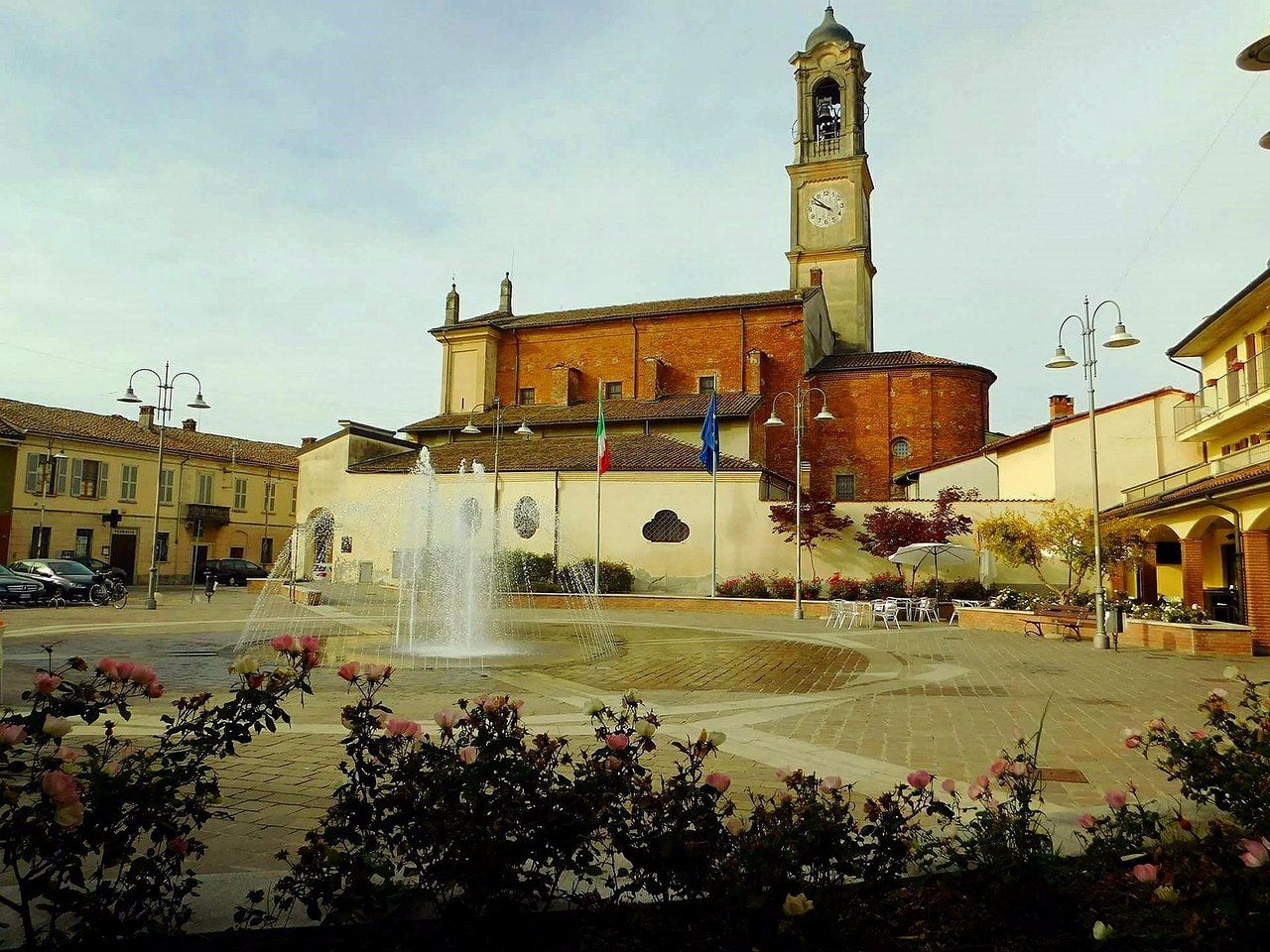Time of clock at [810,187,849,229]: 9:51
